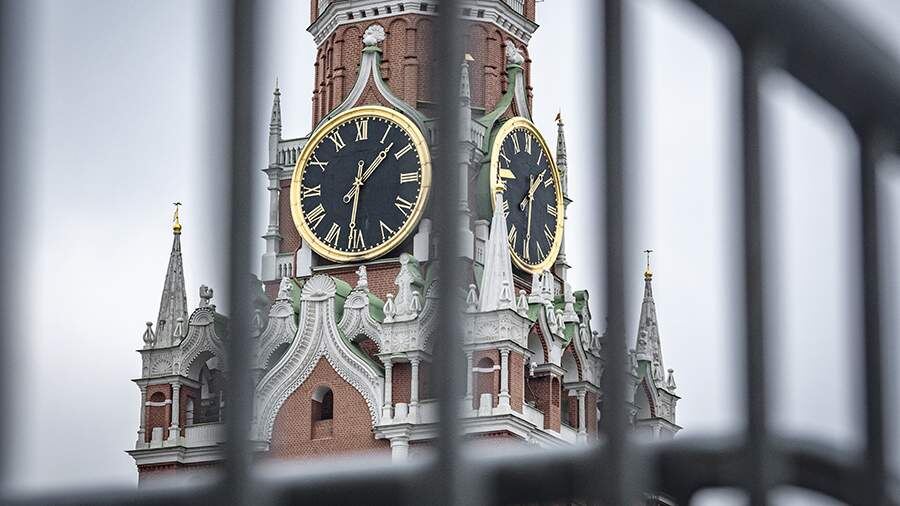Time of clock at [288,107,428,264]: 1:31
